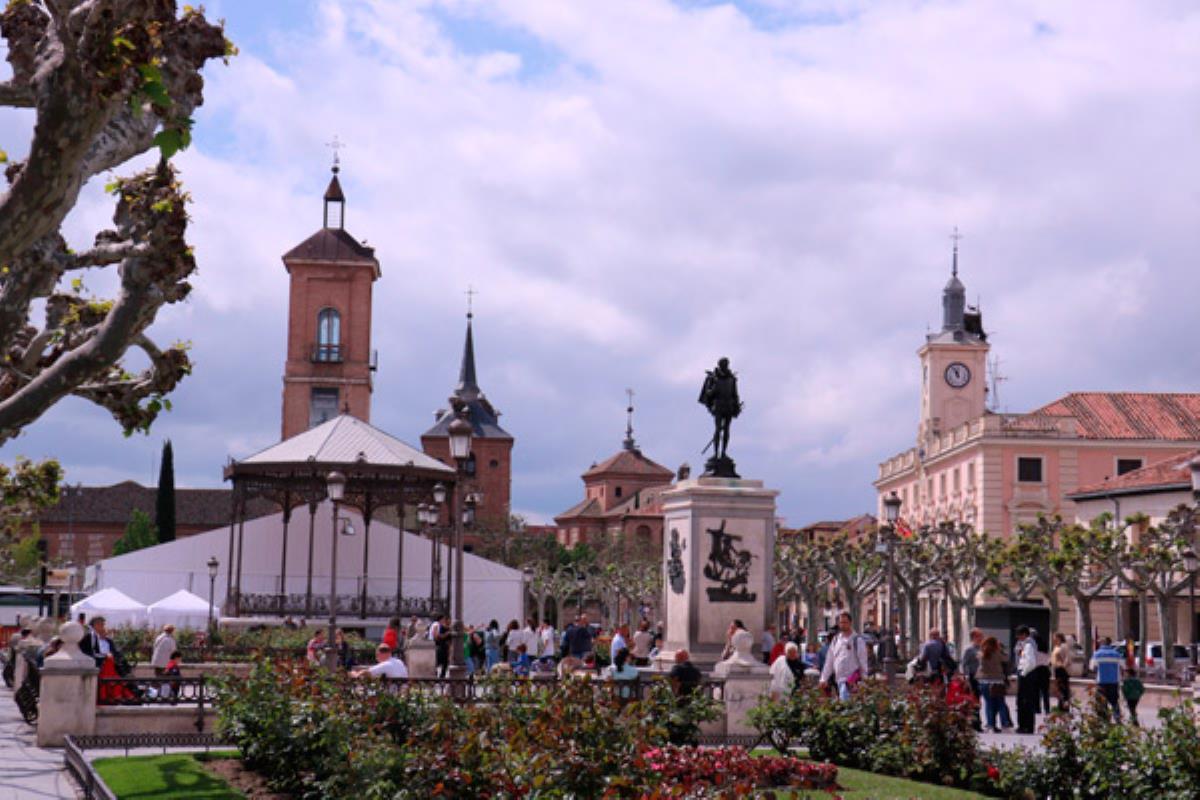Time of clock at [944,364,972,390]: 11:55
